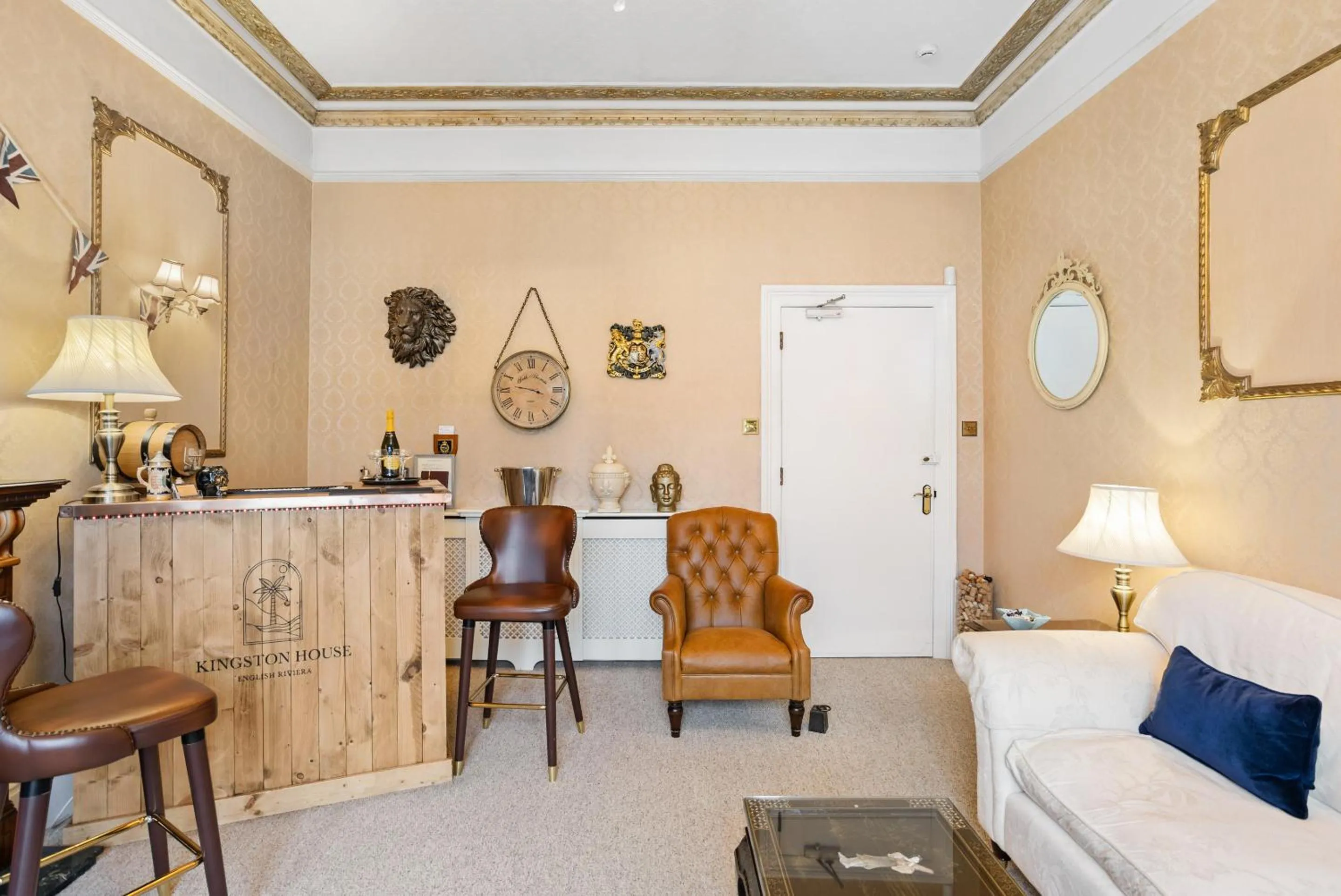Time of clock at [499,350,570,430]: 3:46
